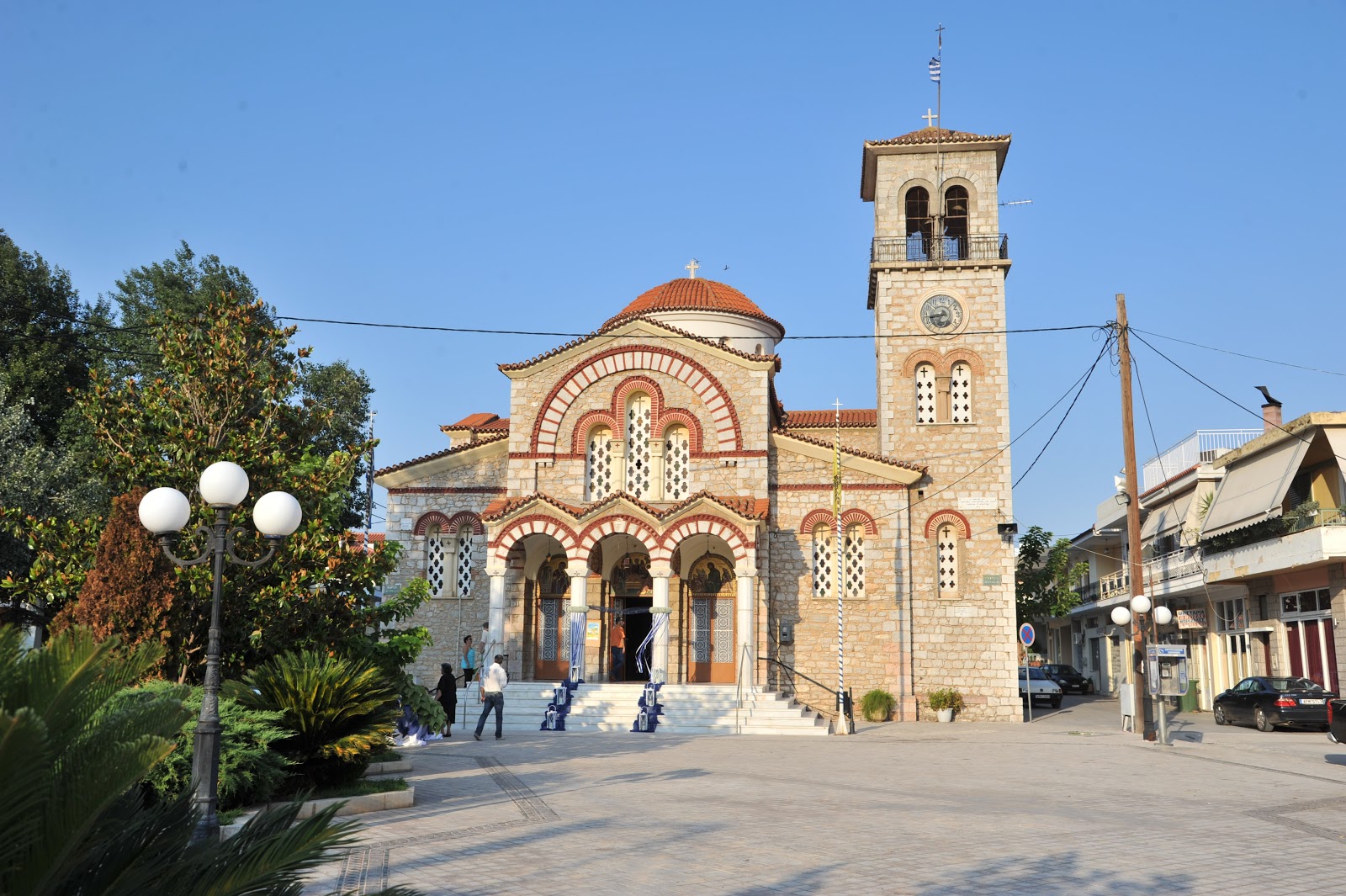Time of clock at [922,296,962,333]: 6:43
